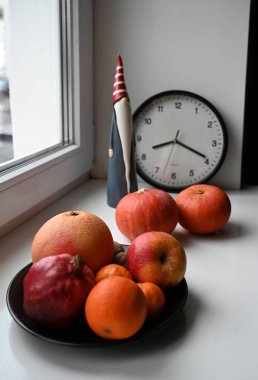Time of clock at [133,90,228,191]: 8:19
